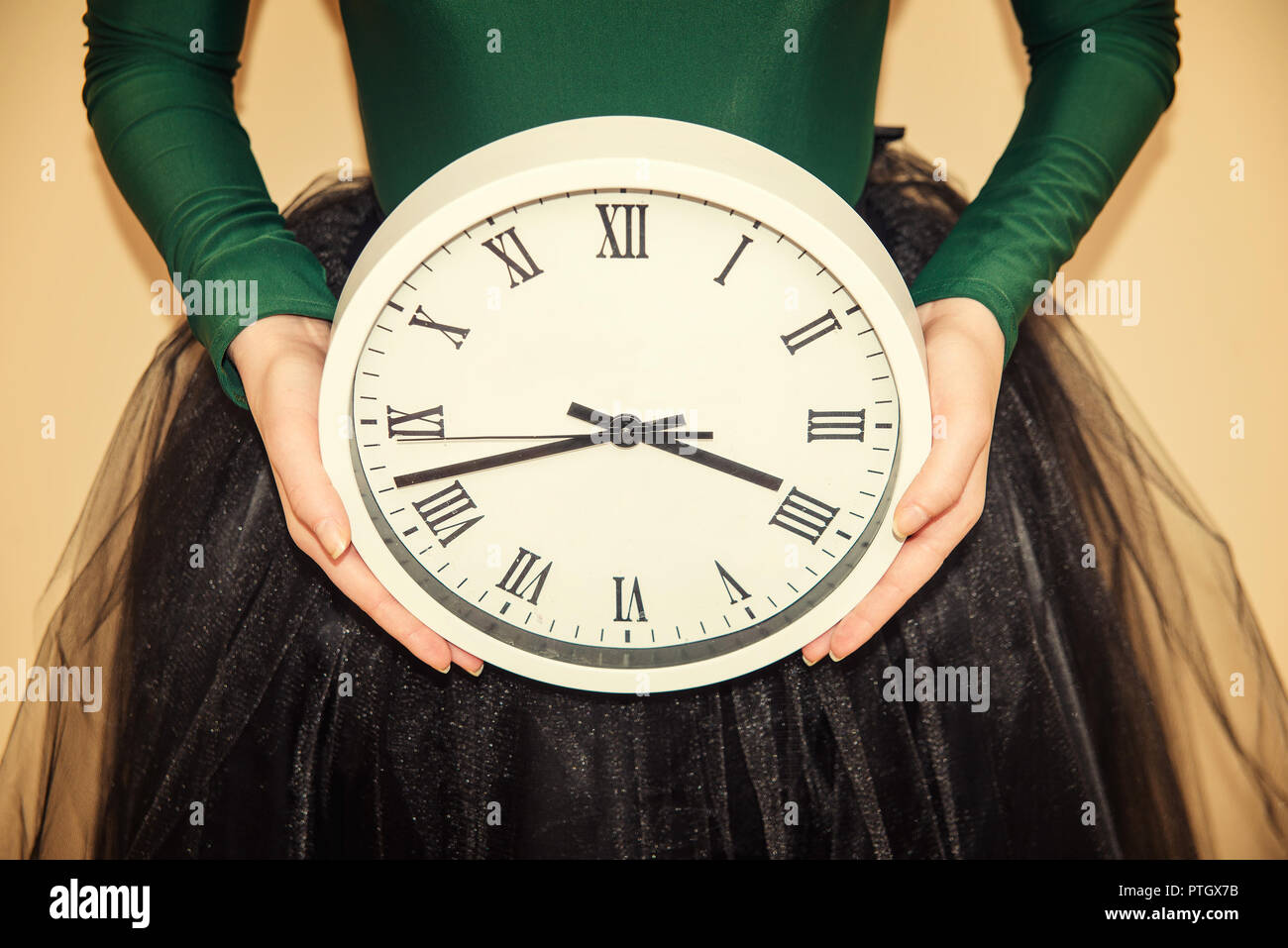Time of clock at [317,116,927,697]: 3:42
